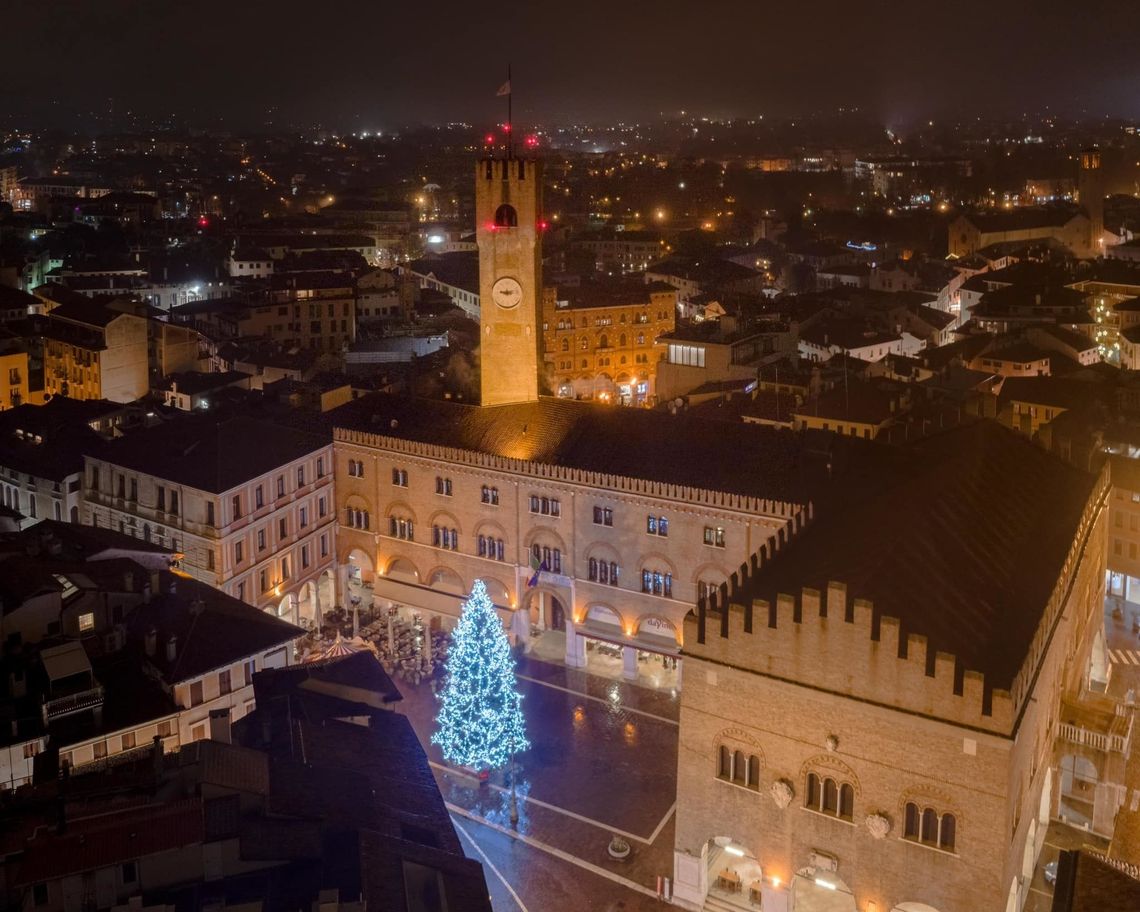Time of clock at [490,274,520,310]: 9:12
